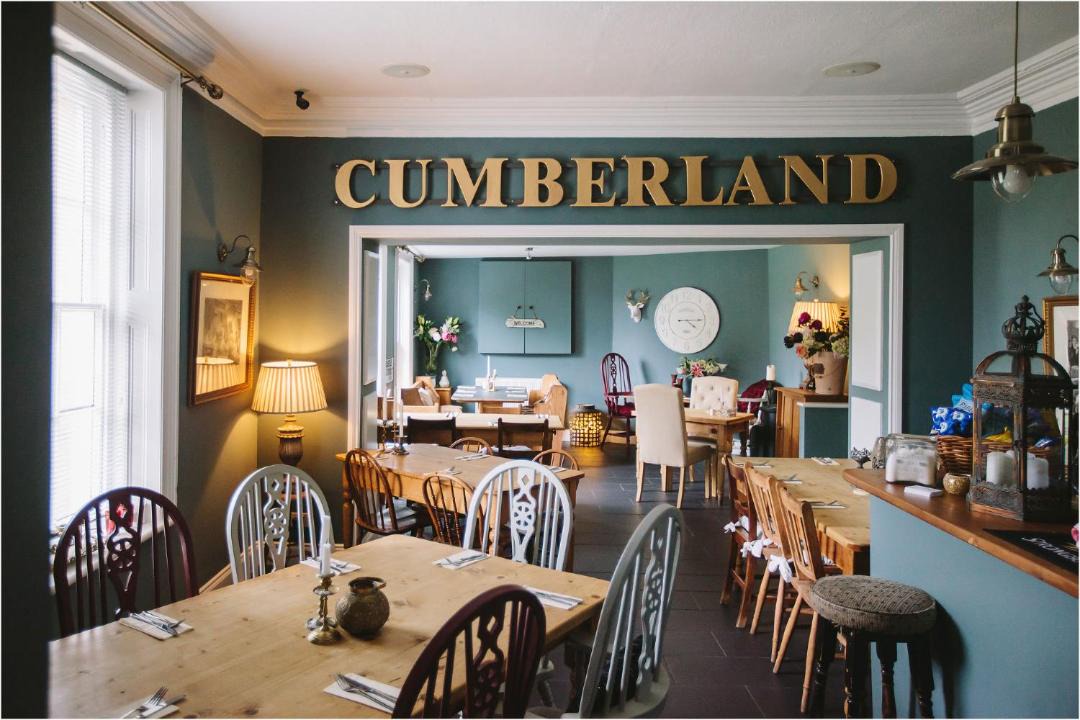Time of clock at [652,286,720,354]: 4:14
